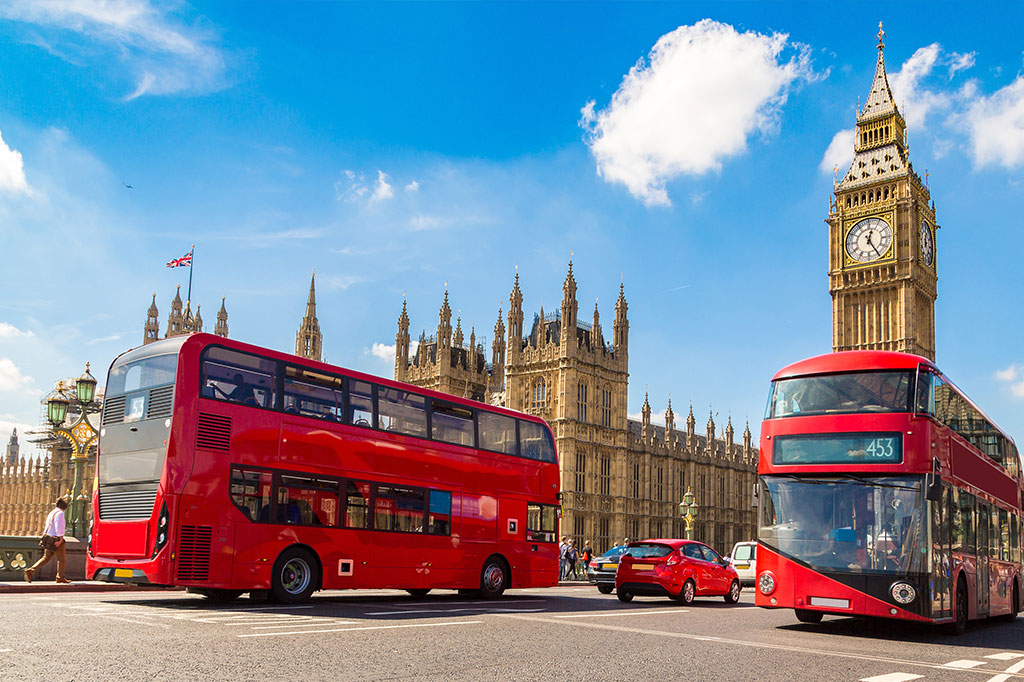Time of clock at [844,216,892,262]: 12:24
